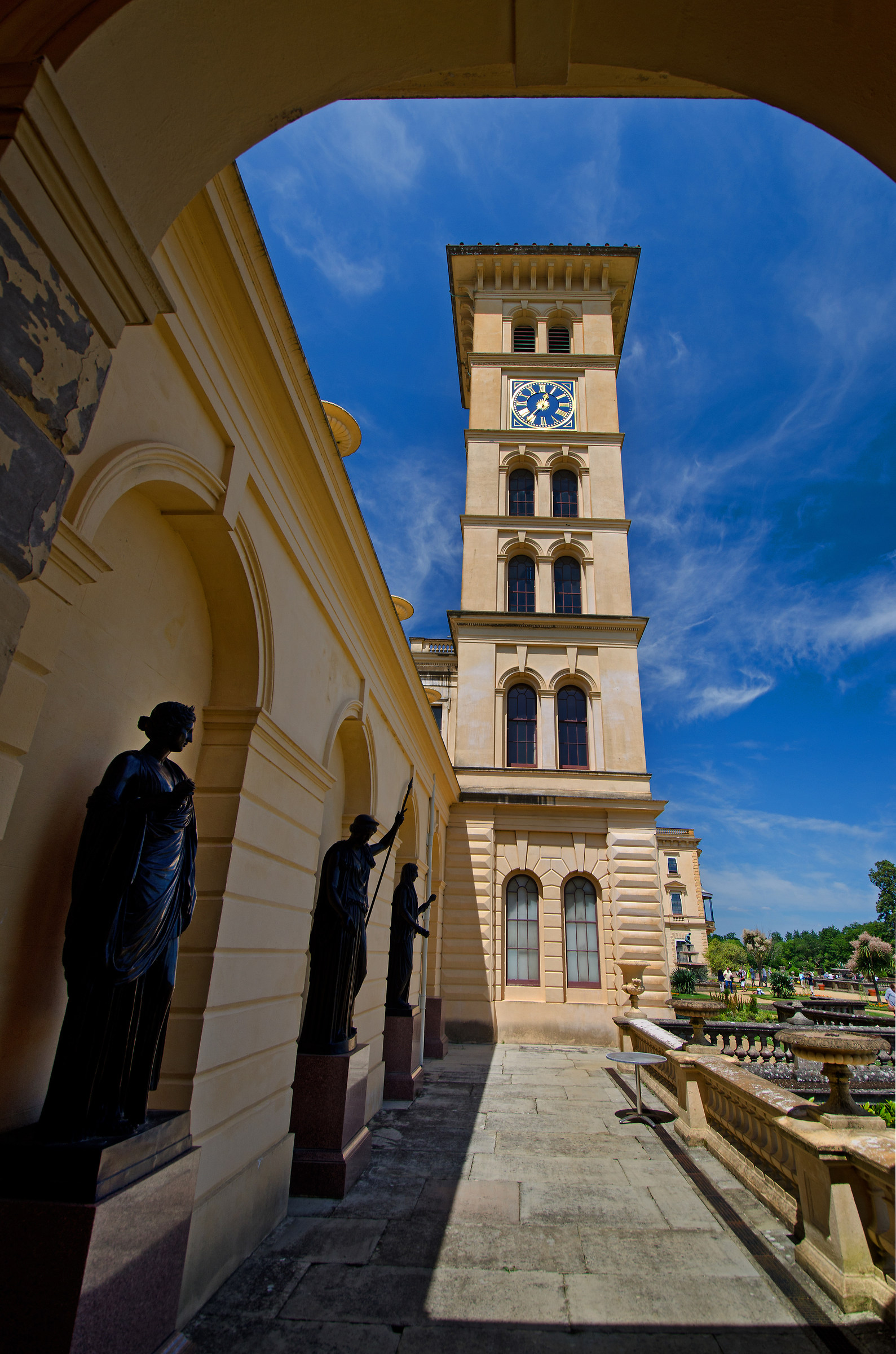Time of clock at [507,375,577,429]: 12:36
